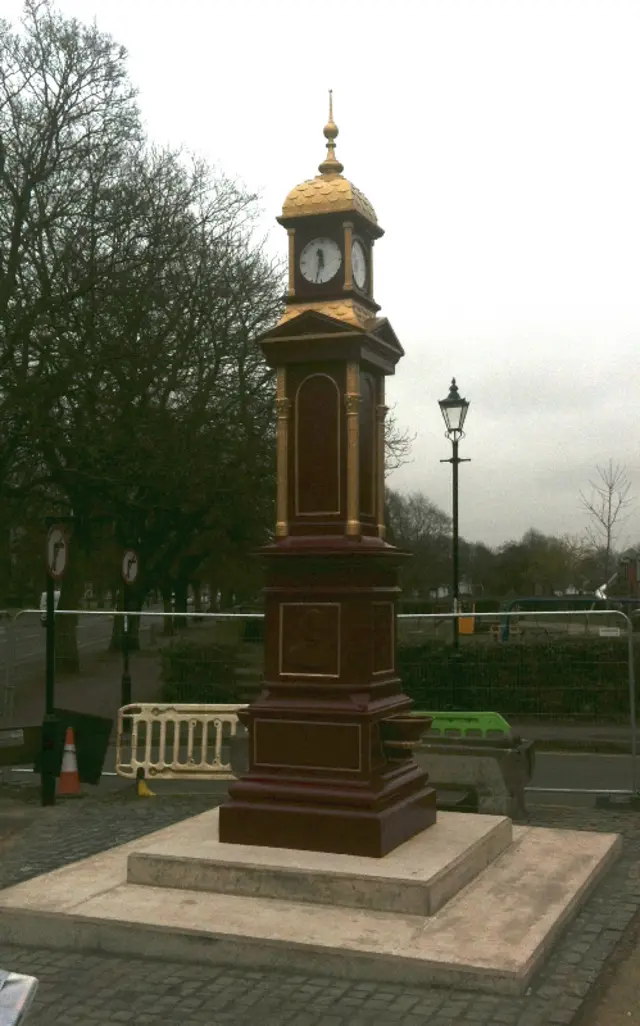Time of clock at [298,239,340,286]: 11:32
